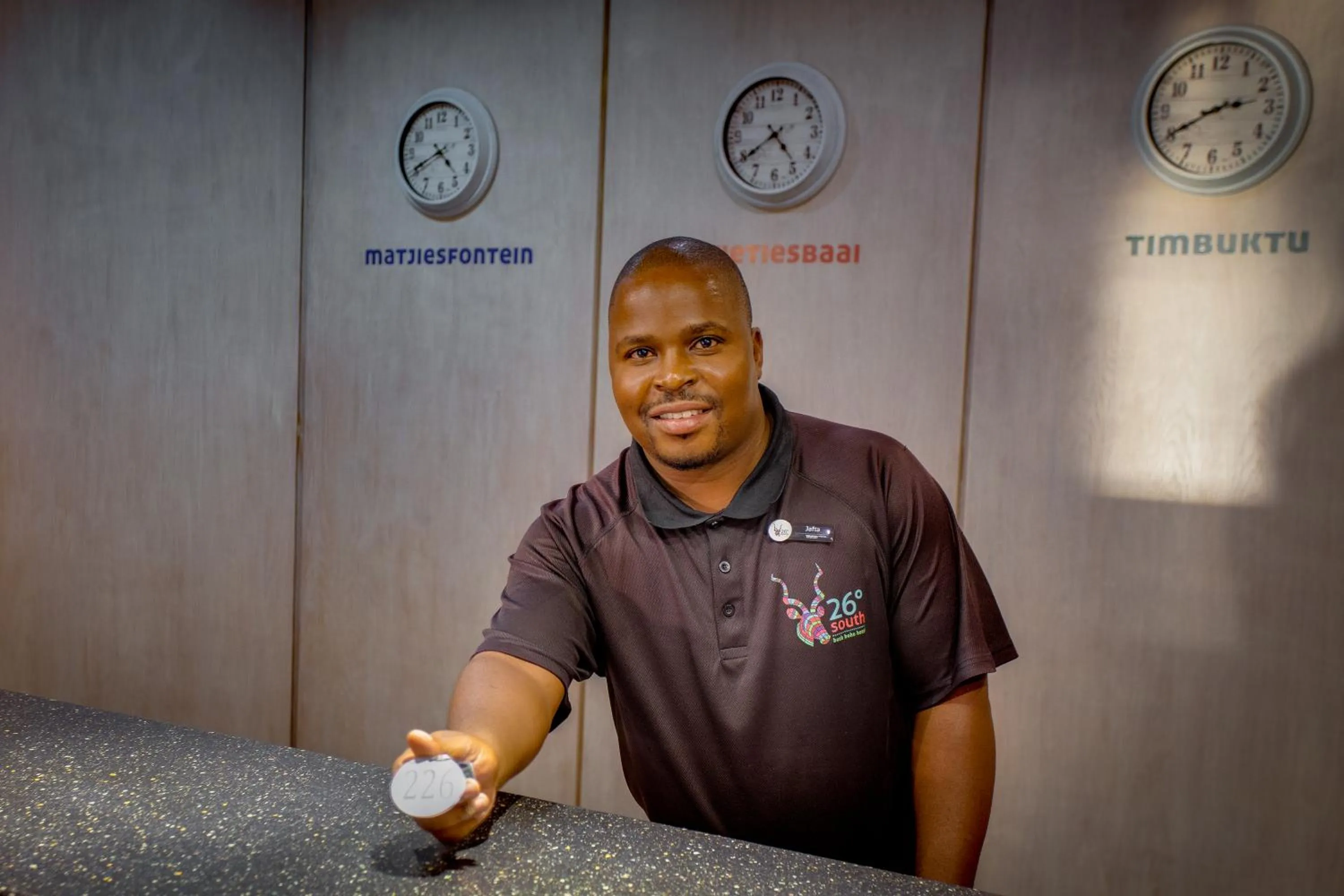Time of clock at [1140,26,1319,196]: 2:40
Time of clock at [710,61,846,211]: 4:39
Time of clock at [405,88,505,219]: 4:40
